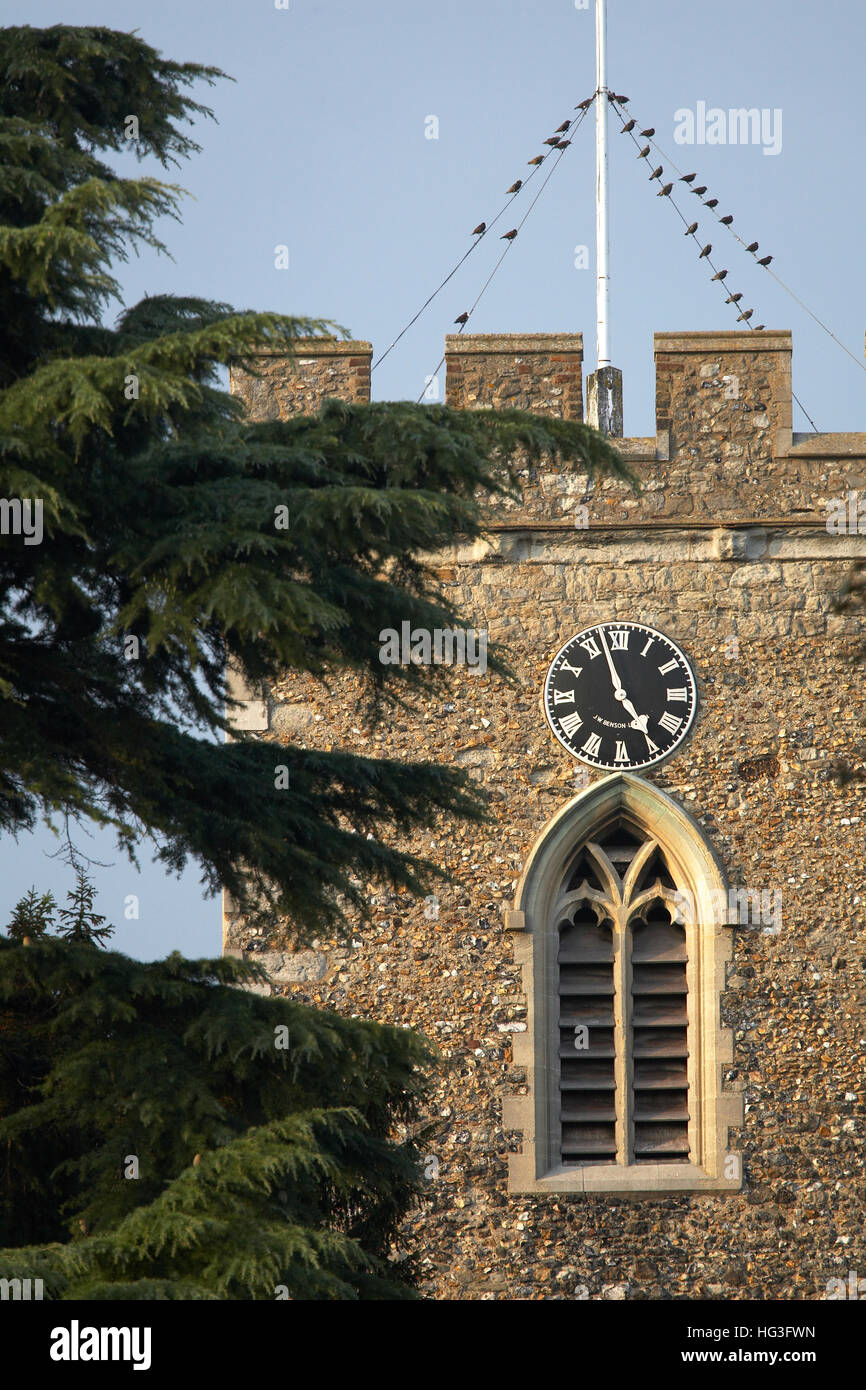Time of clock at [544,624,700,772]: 4:57
